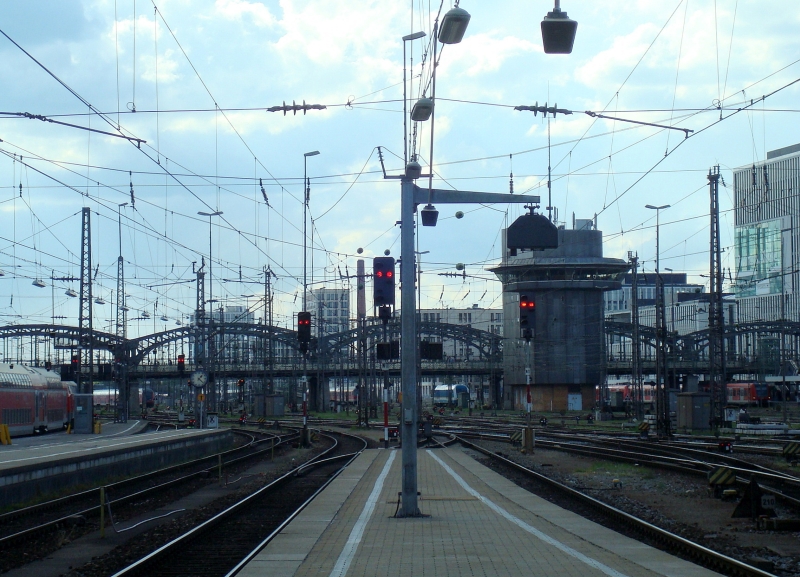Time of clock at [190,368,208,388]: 1:22
